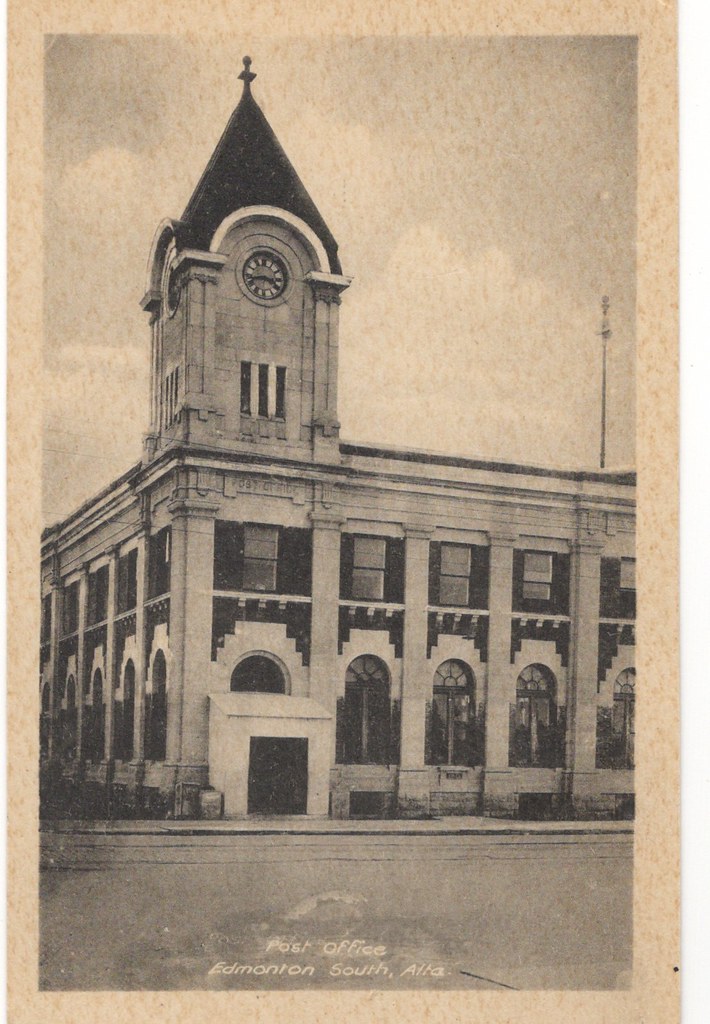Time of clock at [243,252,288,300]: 3:42
